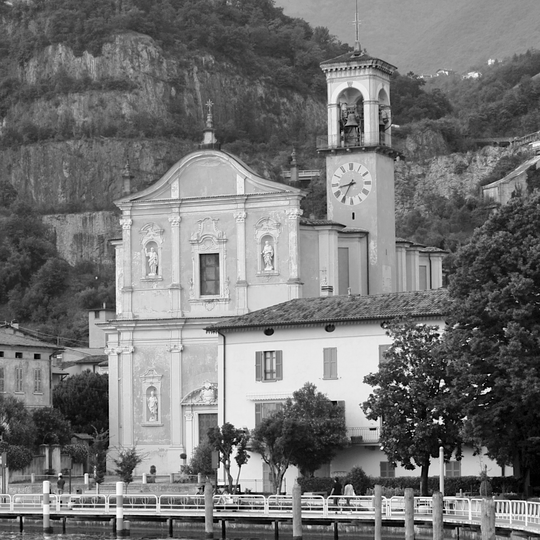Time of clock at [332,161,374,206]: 8:35
